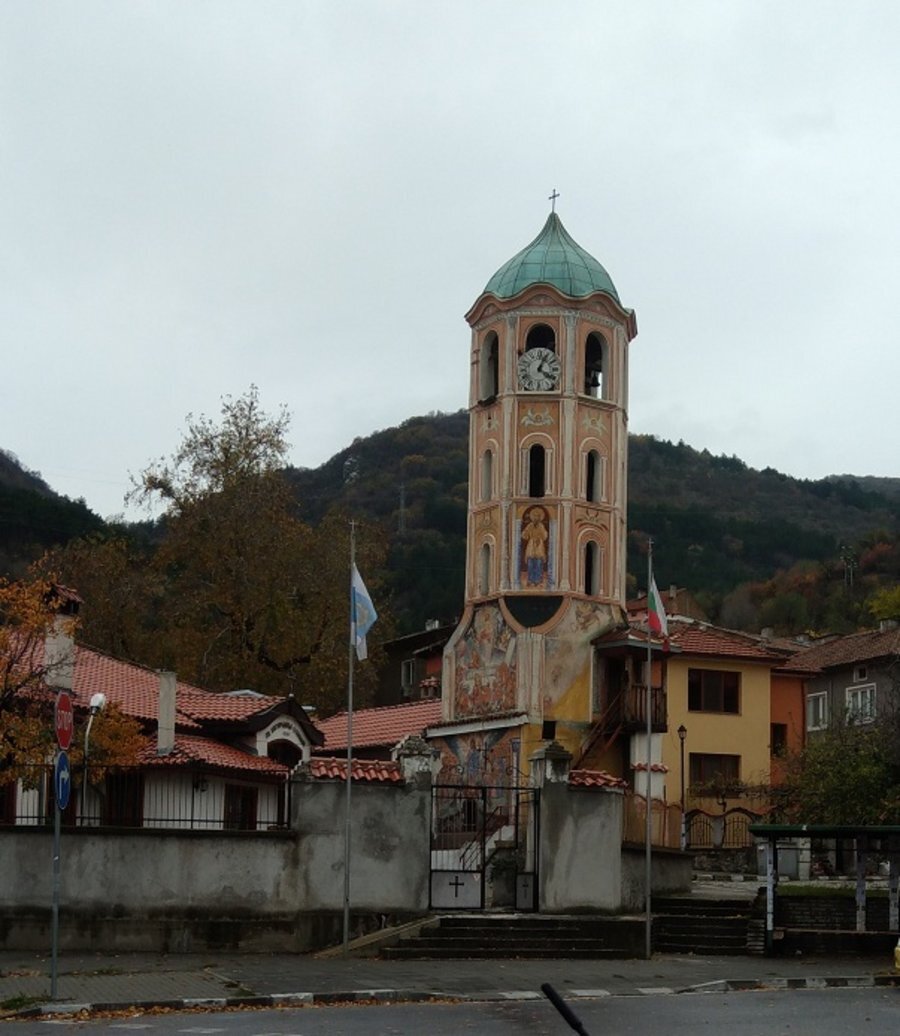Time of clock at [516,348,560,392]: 4:04
